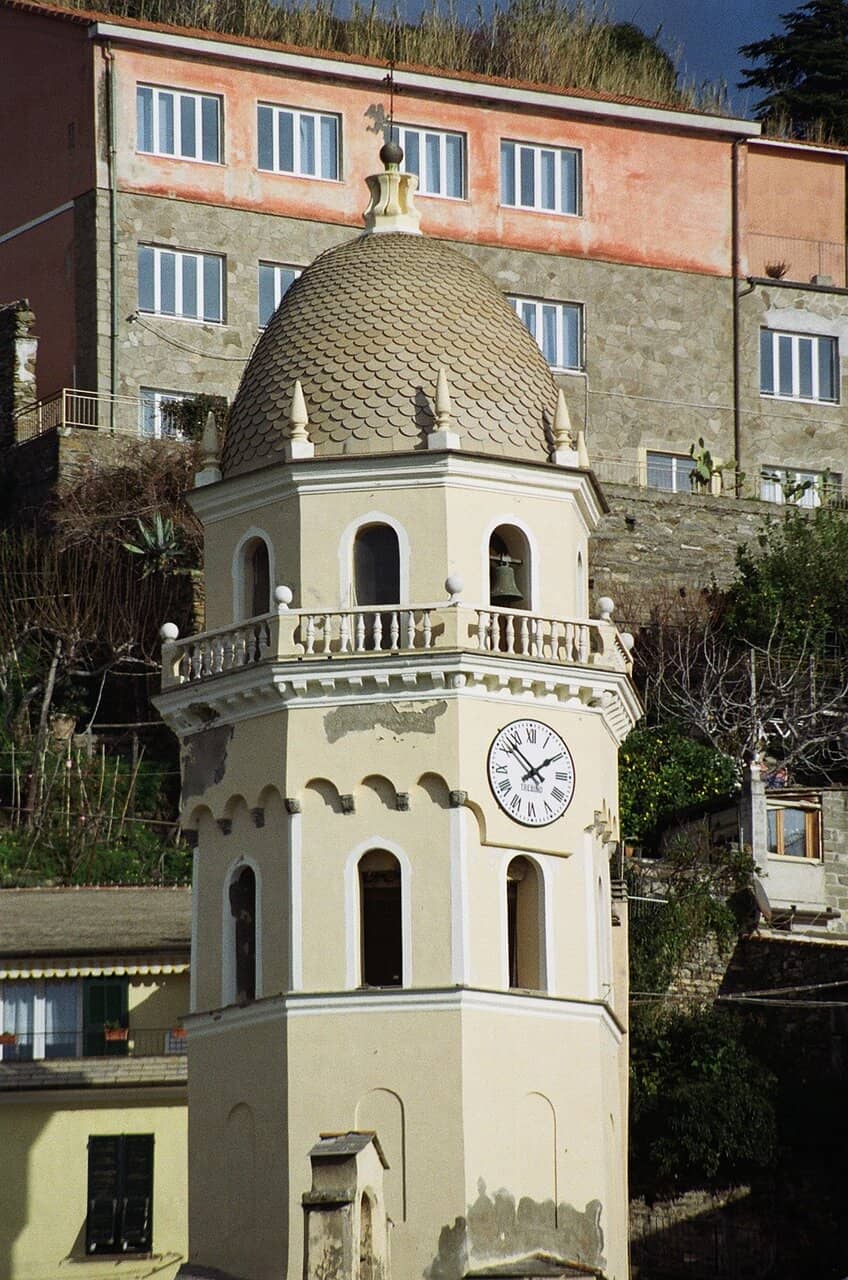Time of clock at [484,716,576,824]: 1:52
